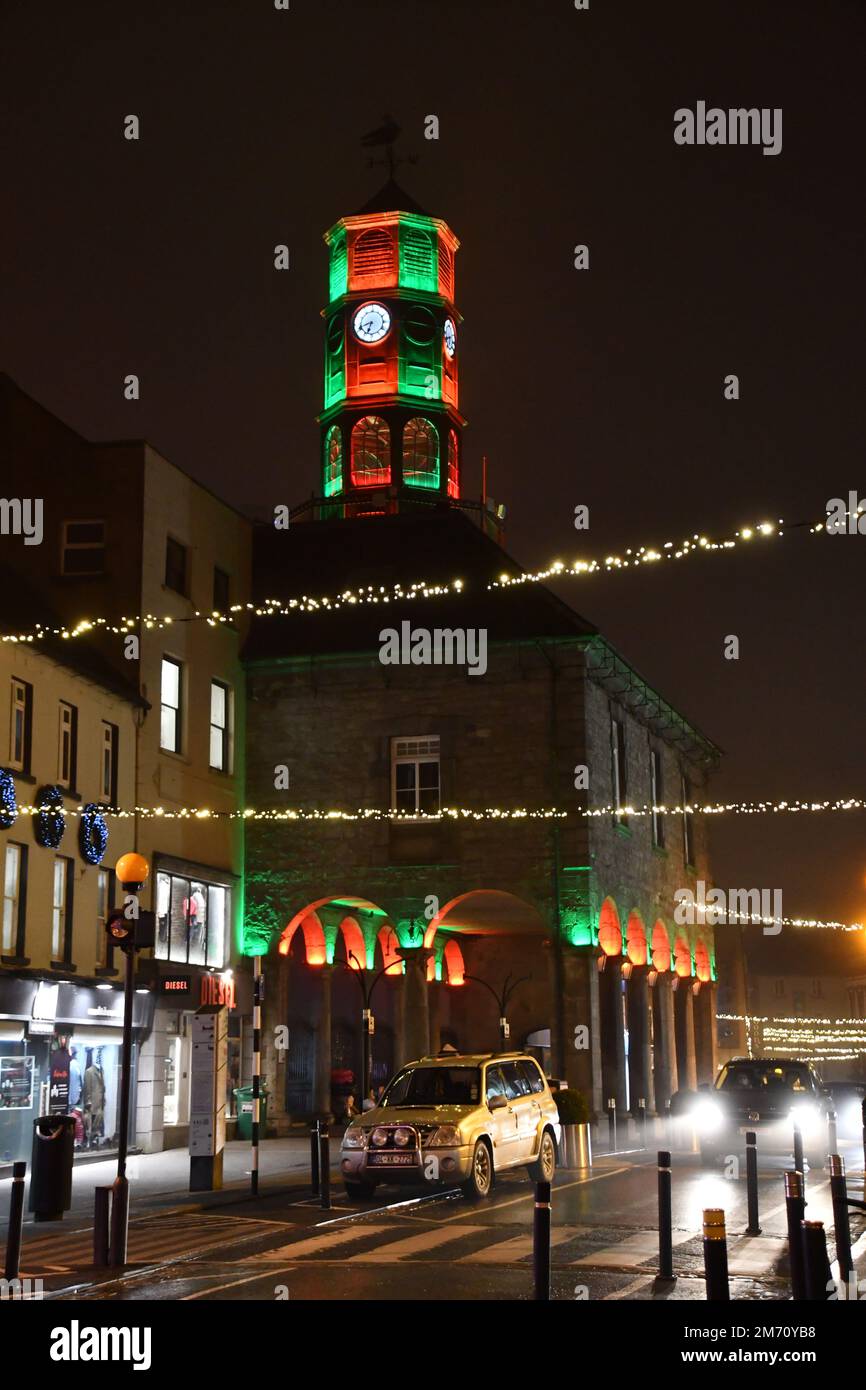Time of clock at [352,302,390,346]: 6:41
